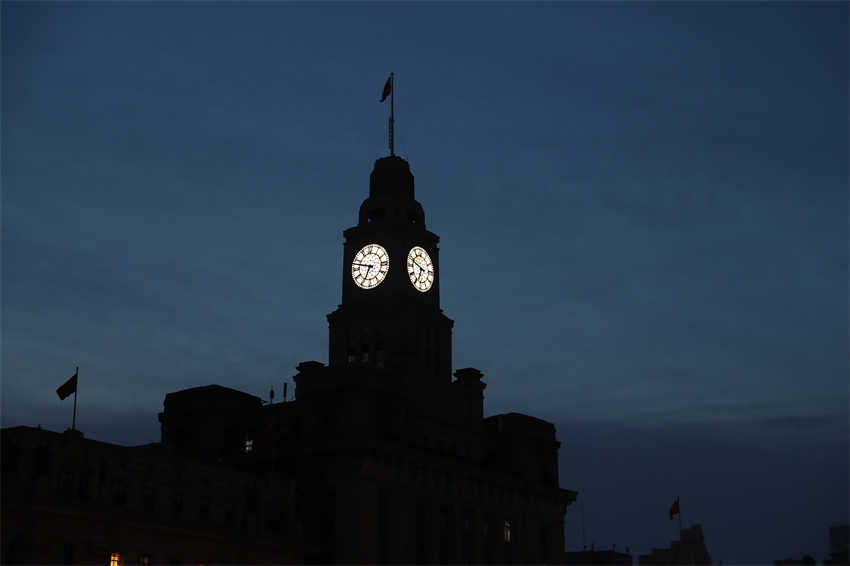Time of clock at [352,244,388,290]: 6:47
